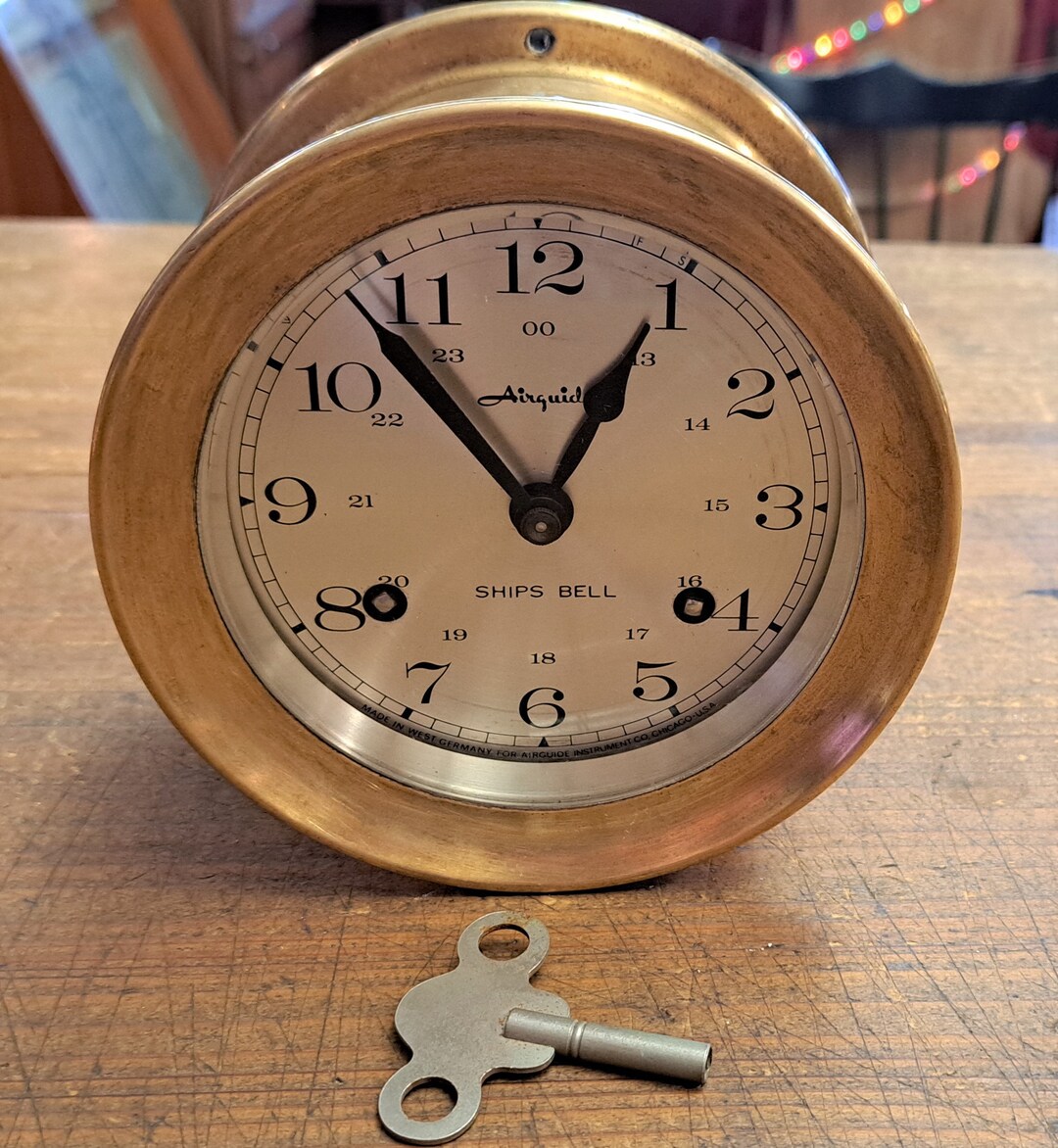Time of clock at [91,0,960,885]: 12:53
